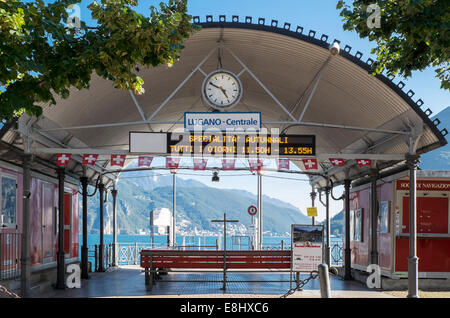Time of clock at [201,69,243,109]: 4:49
